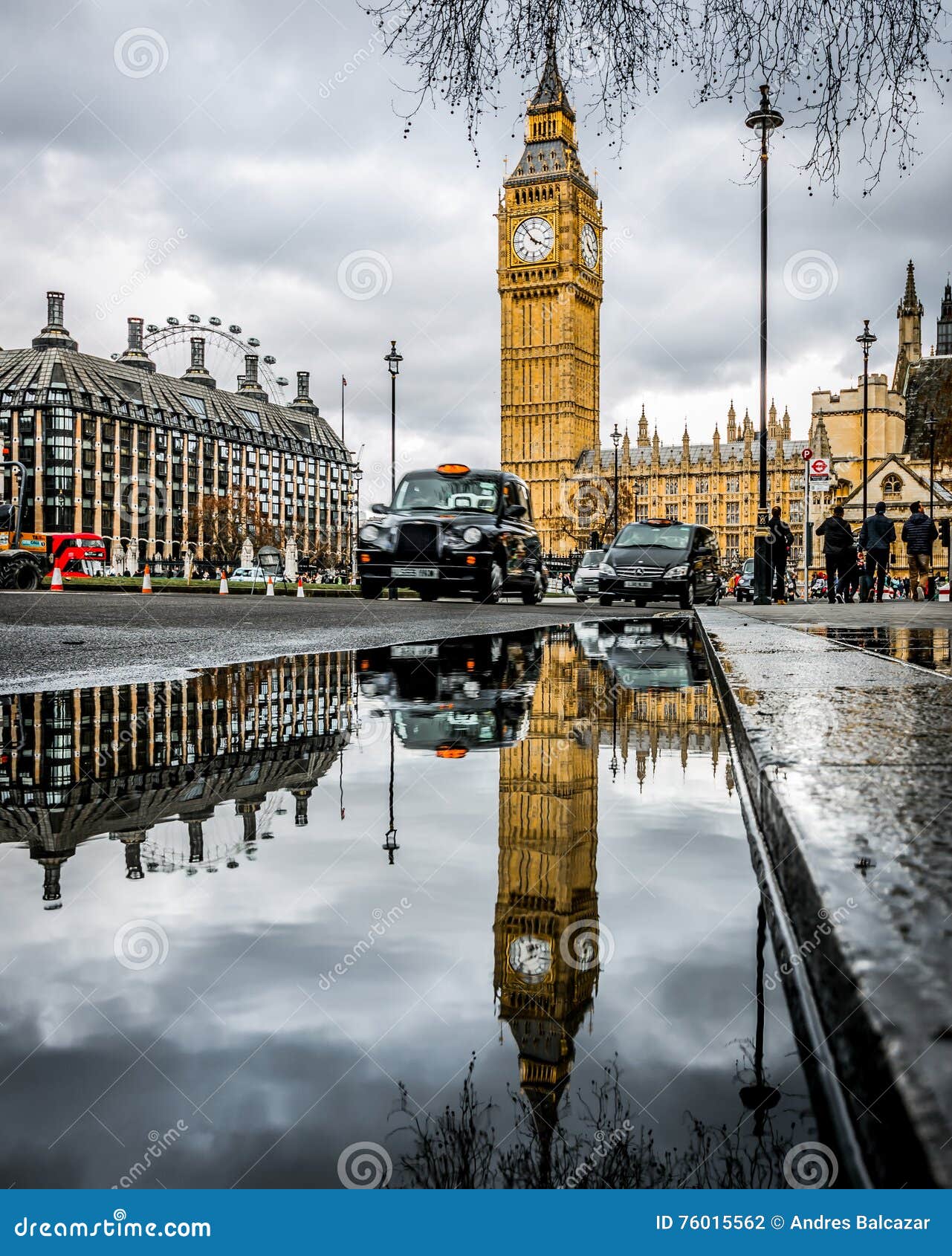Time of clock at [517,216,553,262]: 3:54
